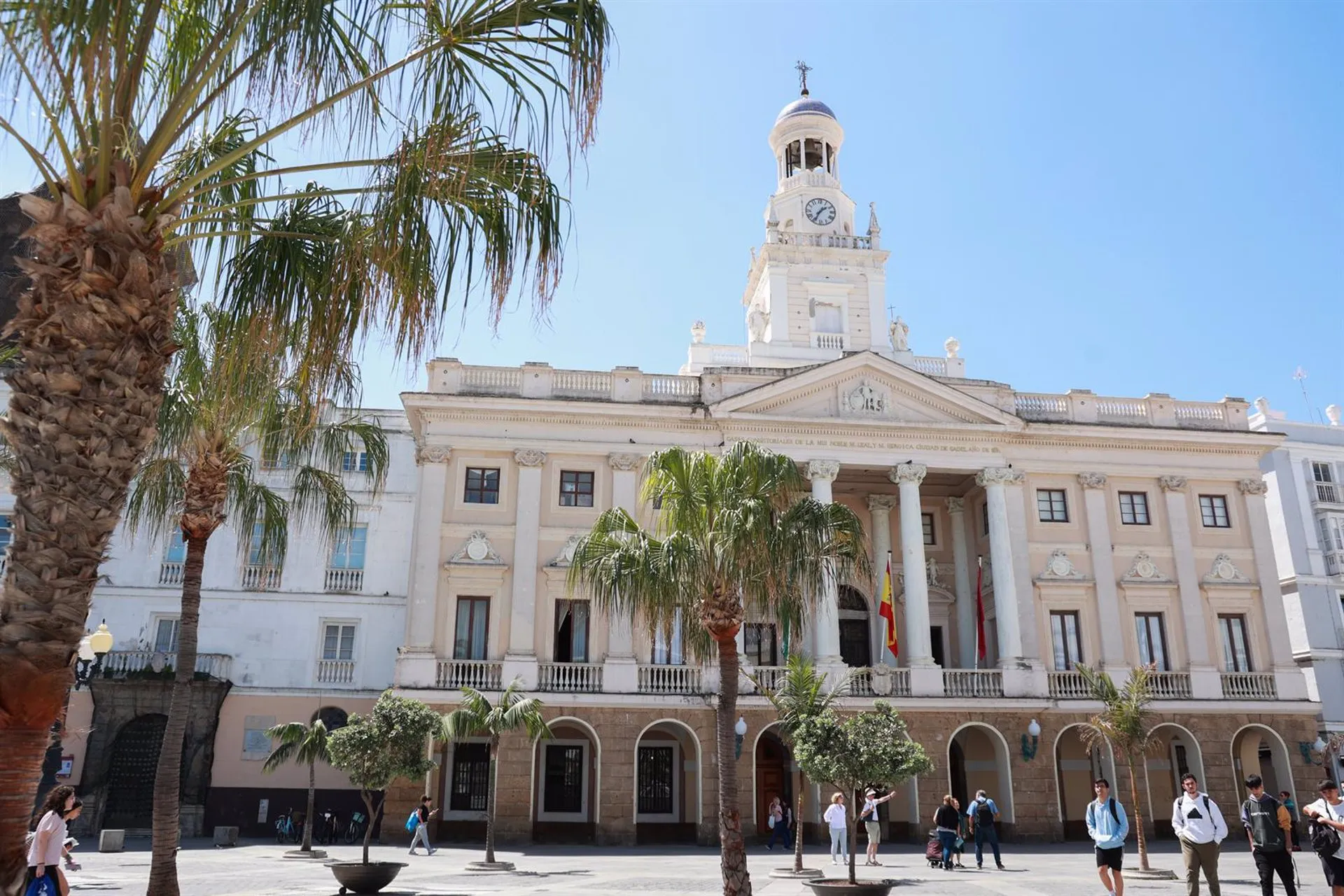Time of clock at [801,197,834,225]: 1:34
